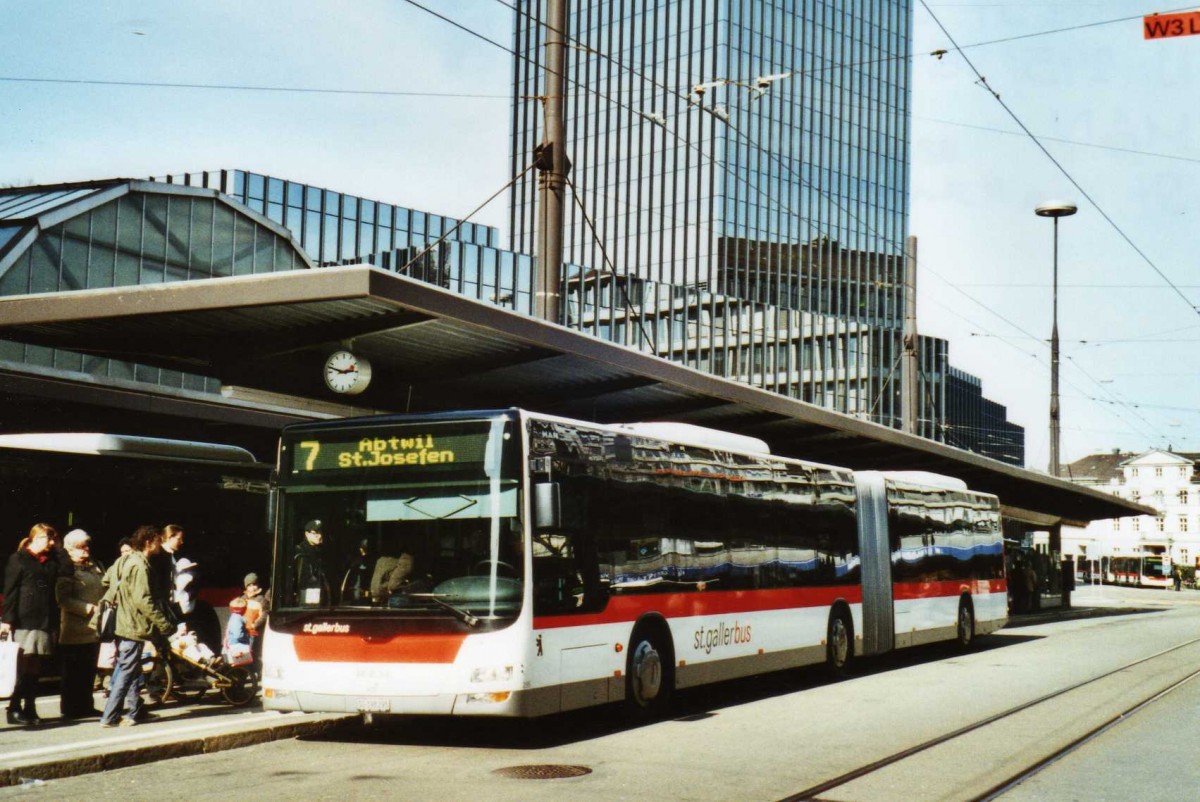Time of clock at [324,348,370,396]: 2:48
